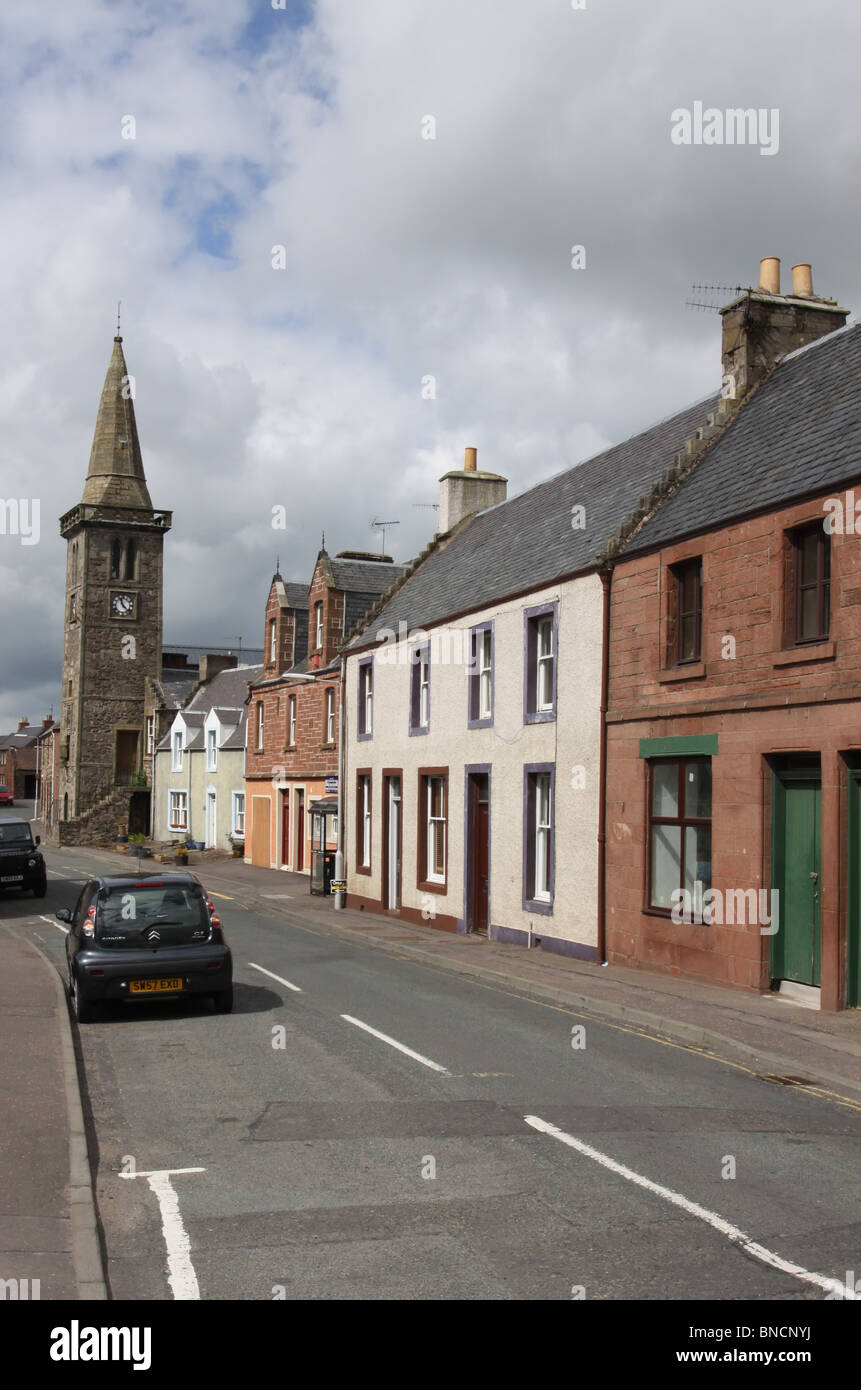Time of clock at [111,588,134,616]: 11:22
